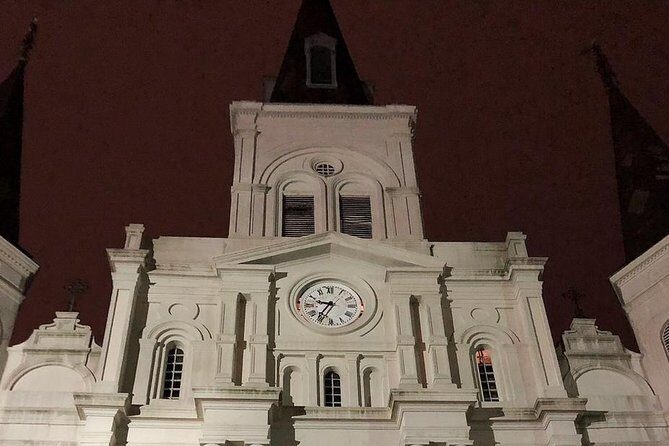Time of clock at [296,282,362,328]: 9:35
